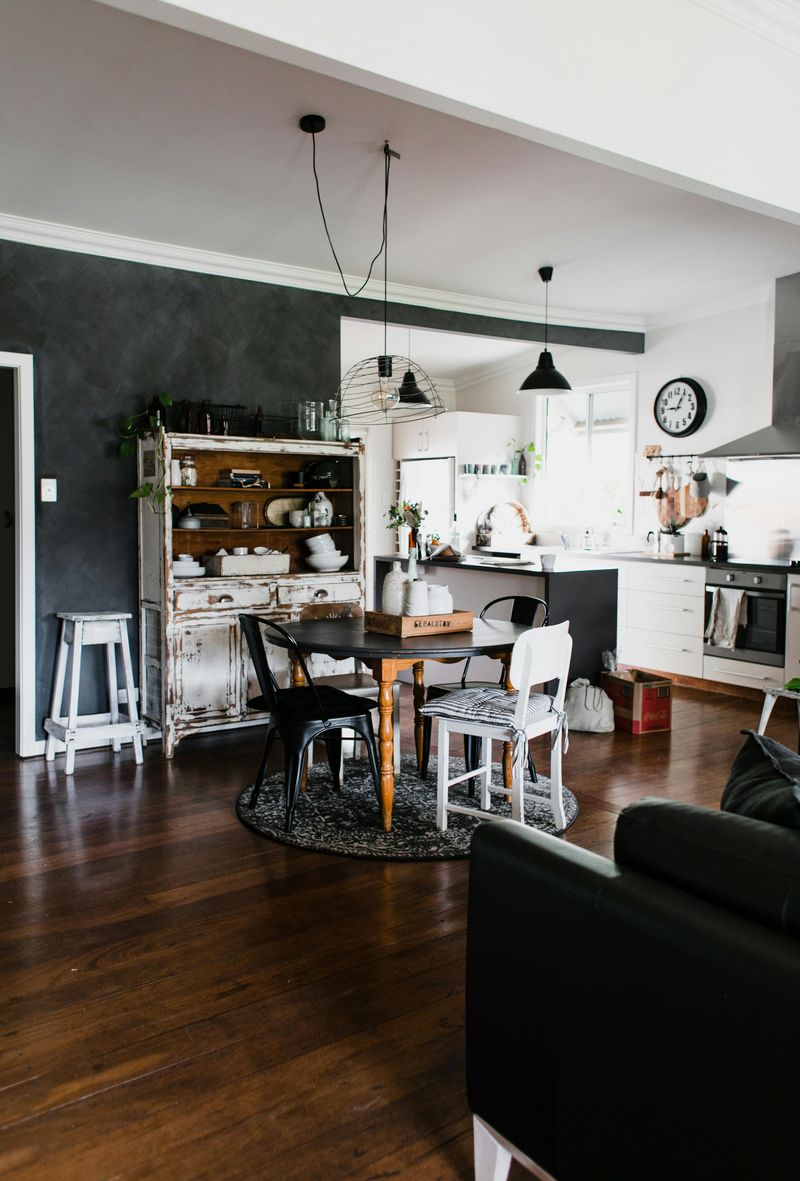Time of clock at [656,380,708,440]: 9:05
